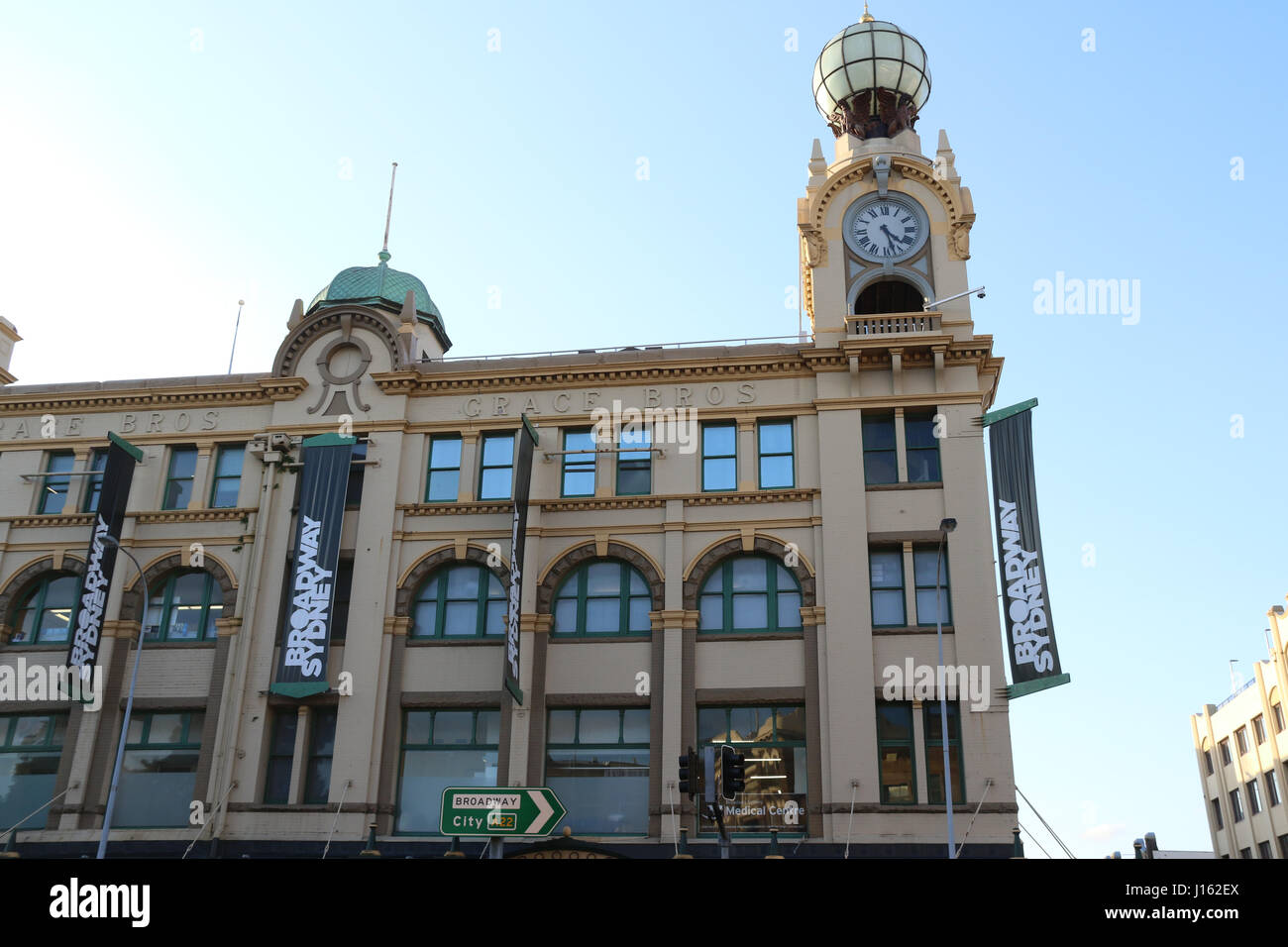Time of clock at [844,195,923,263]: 4:27
